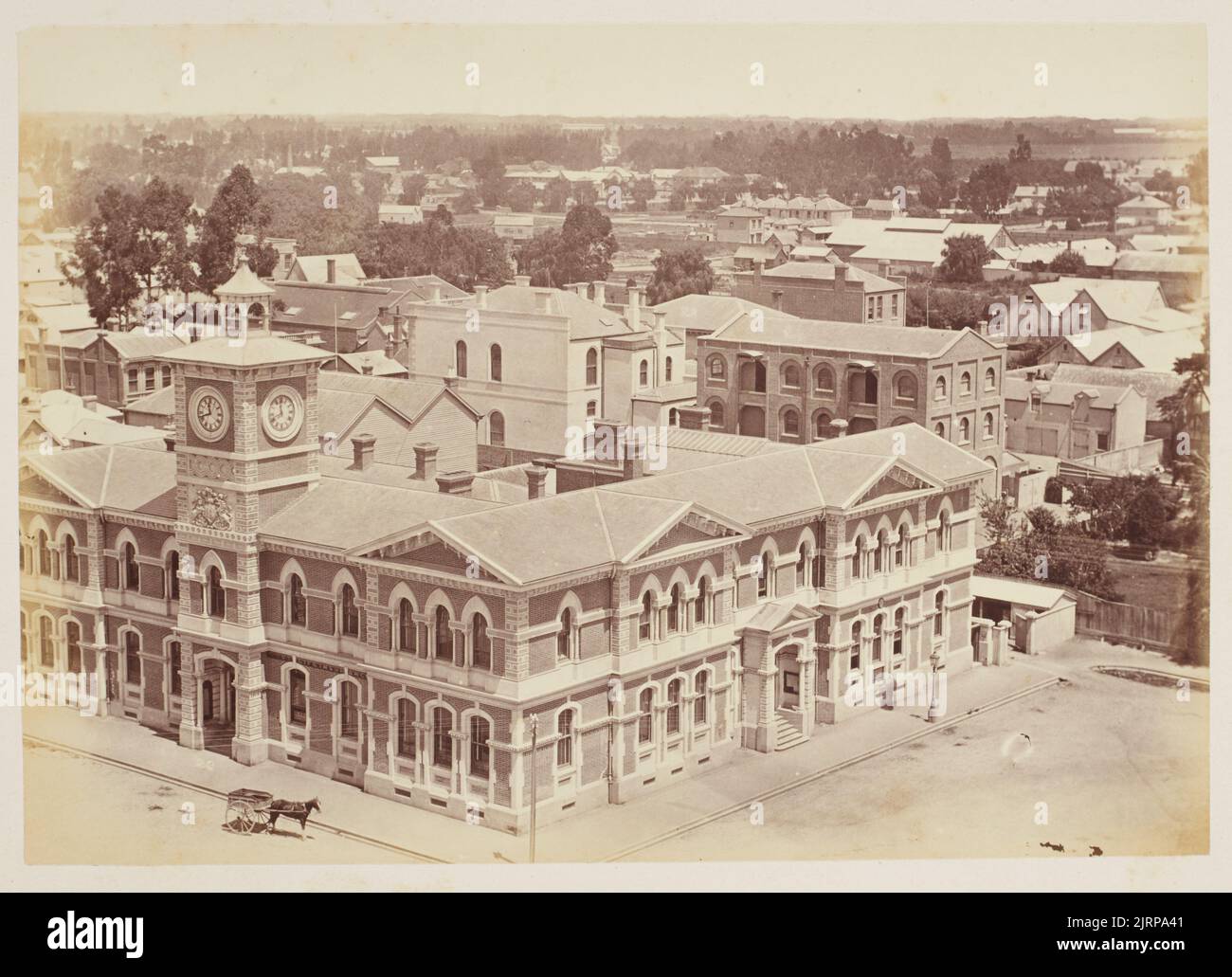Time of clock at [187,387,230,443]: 11:41
